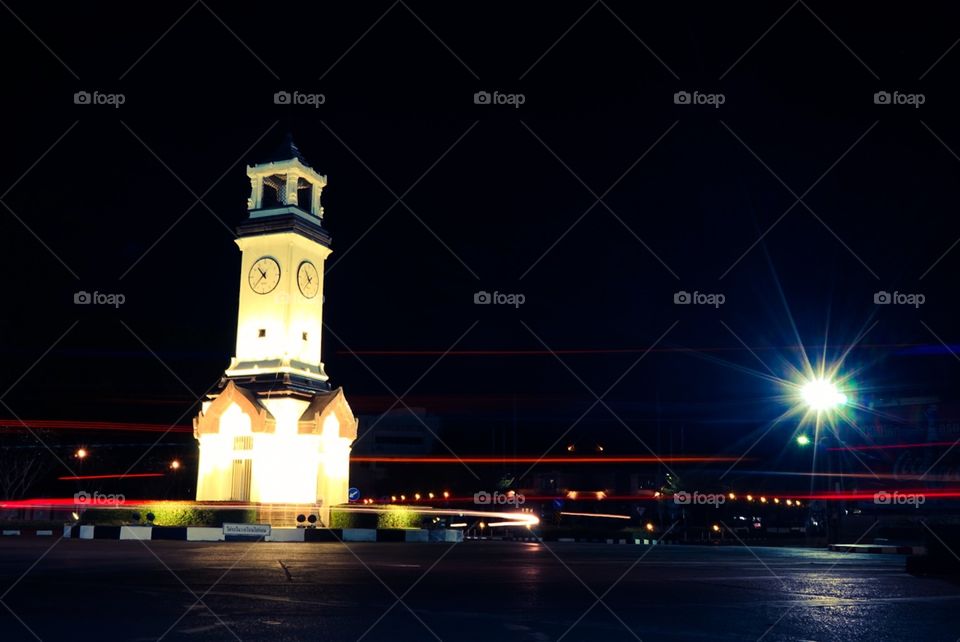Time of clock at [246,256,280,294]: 10:37
